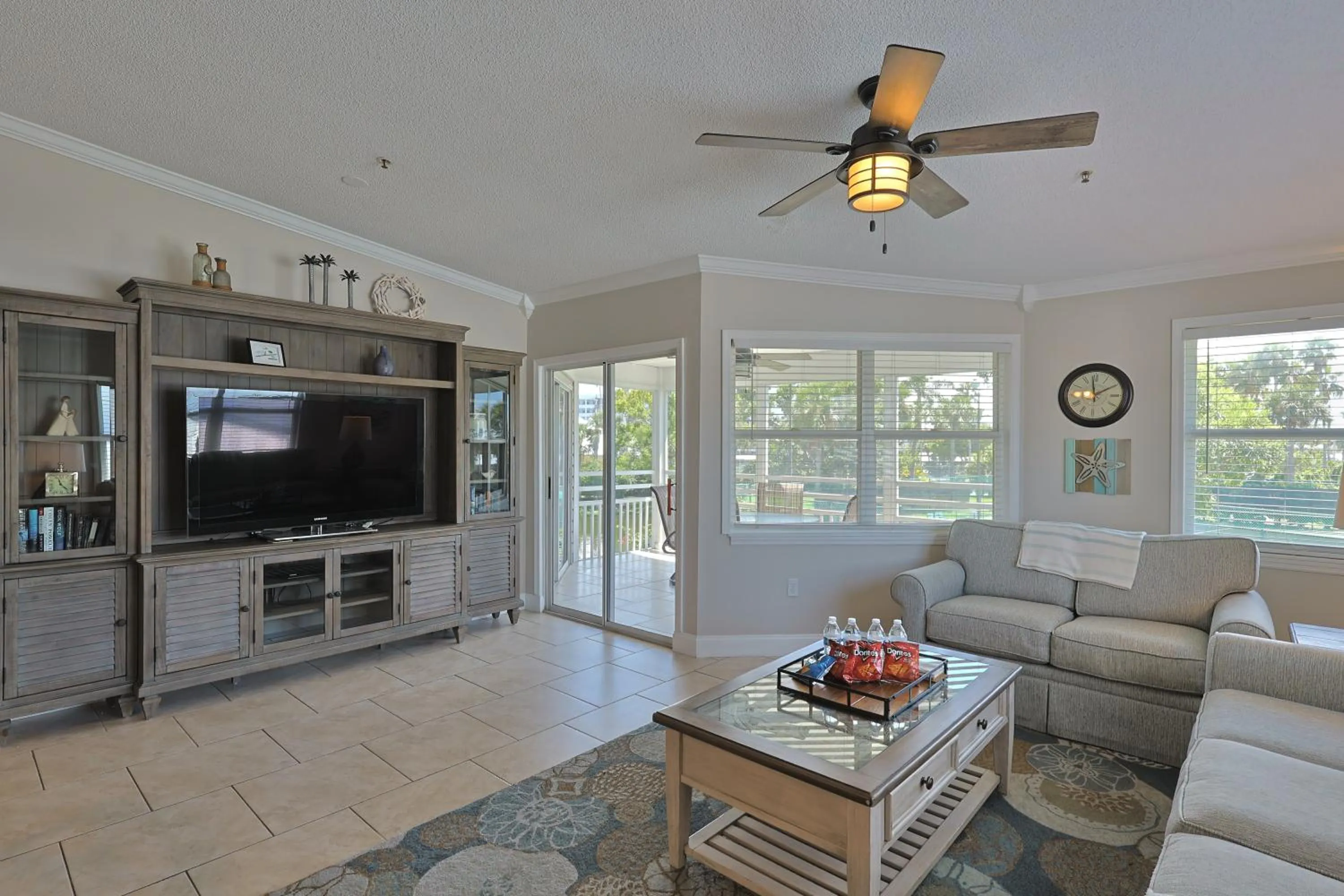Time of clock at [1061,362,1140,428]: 1:58
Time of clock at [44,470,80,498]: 11:22
